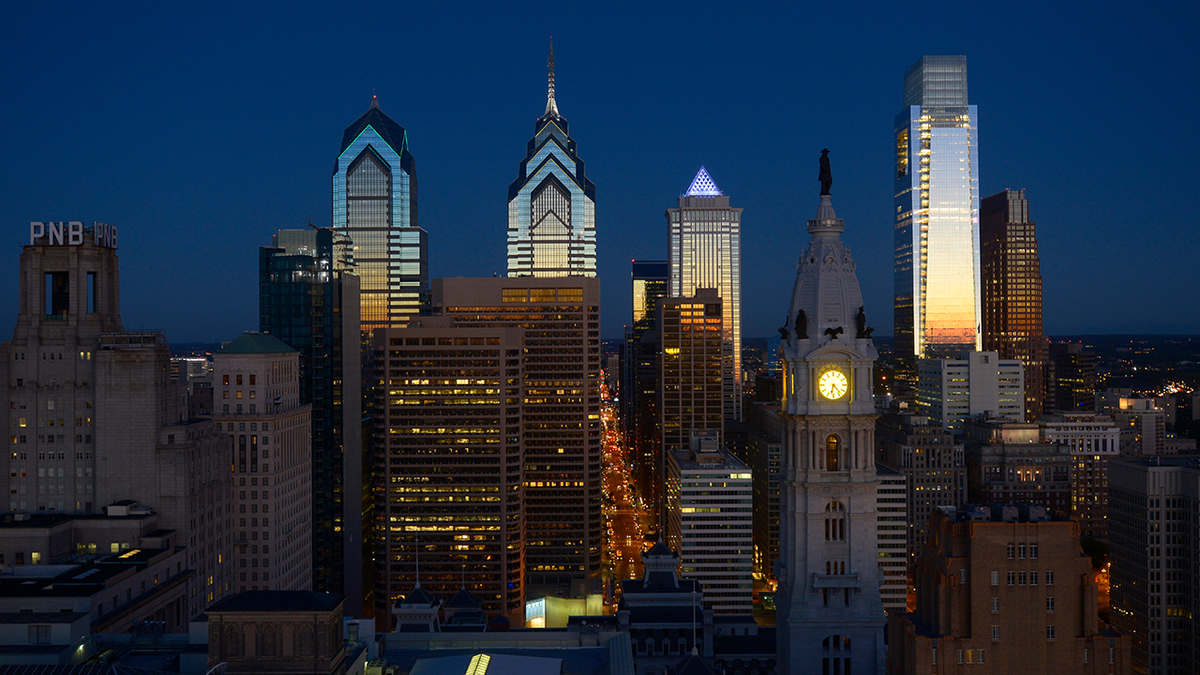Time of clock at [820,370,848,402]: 6:23
